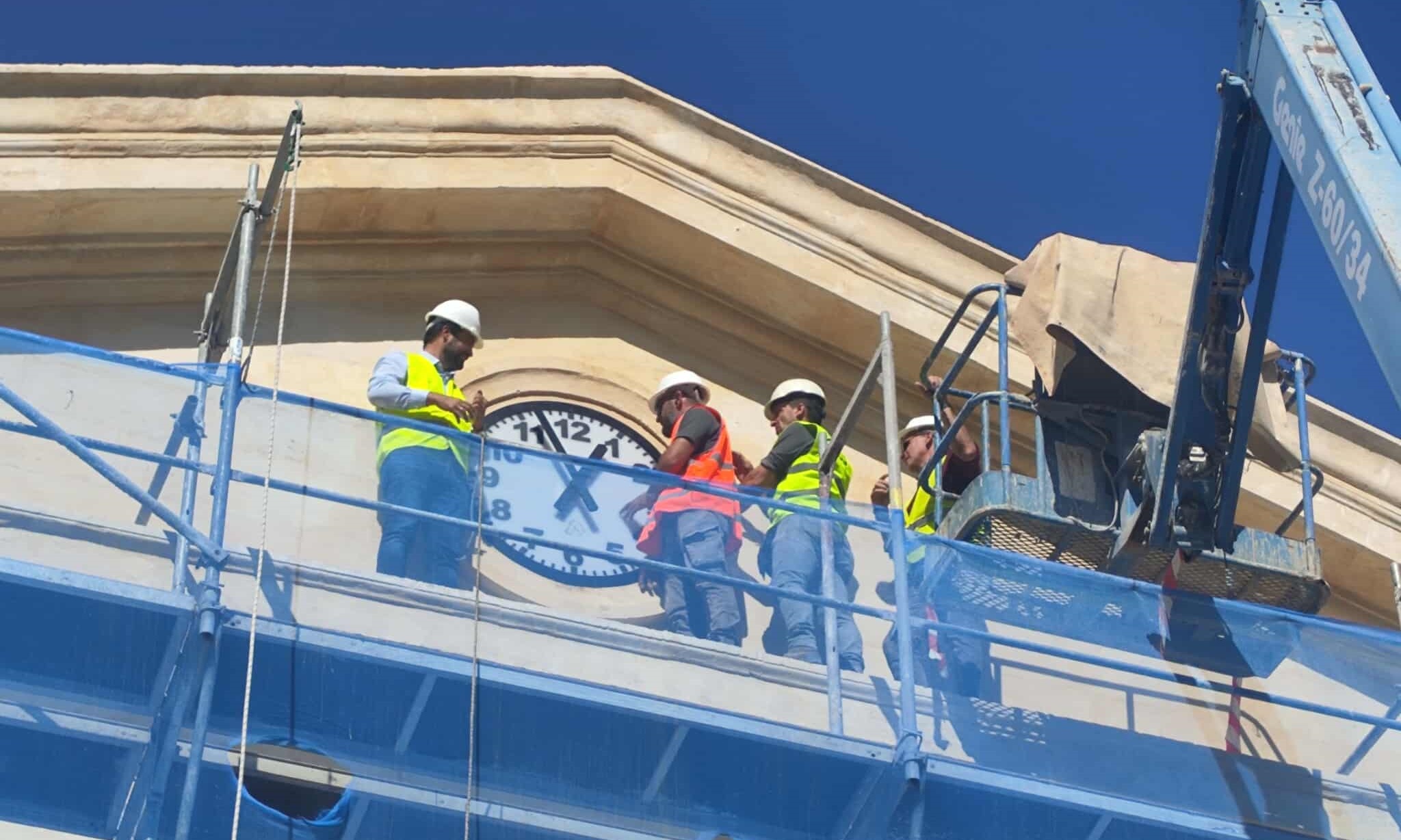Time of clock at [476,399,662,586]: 12:56
